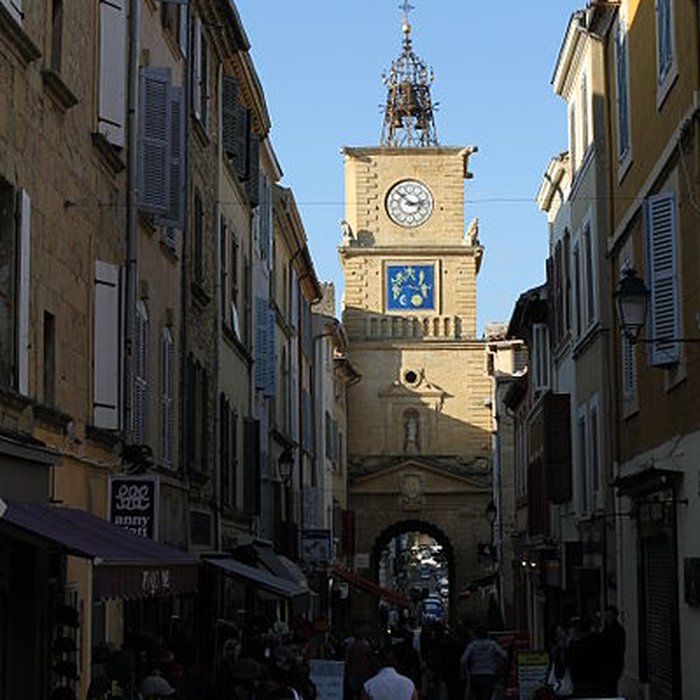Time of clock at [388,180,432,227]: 2:52
